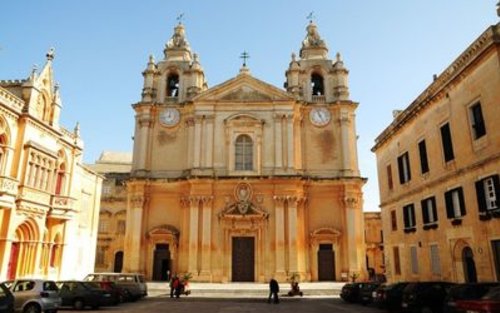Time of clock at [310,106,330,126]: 4:57
